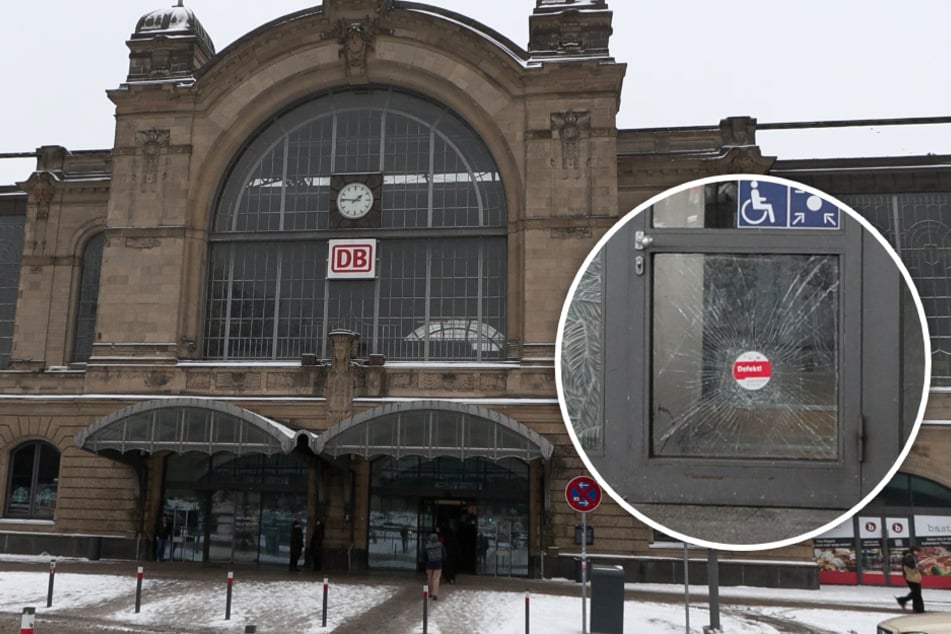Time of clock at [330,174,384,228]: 1:46
